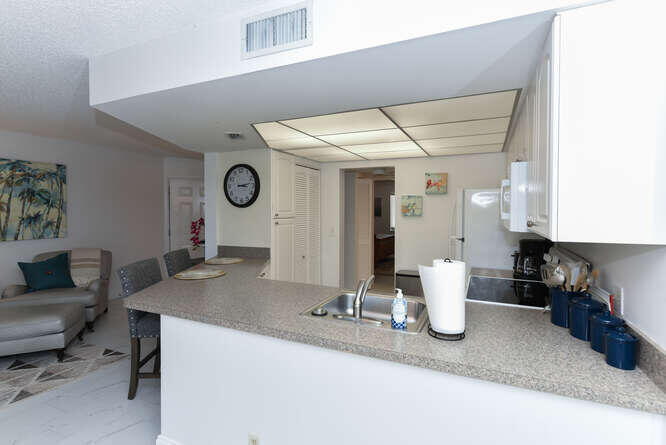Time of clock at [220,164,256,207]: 3:13
